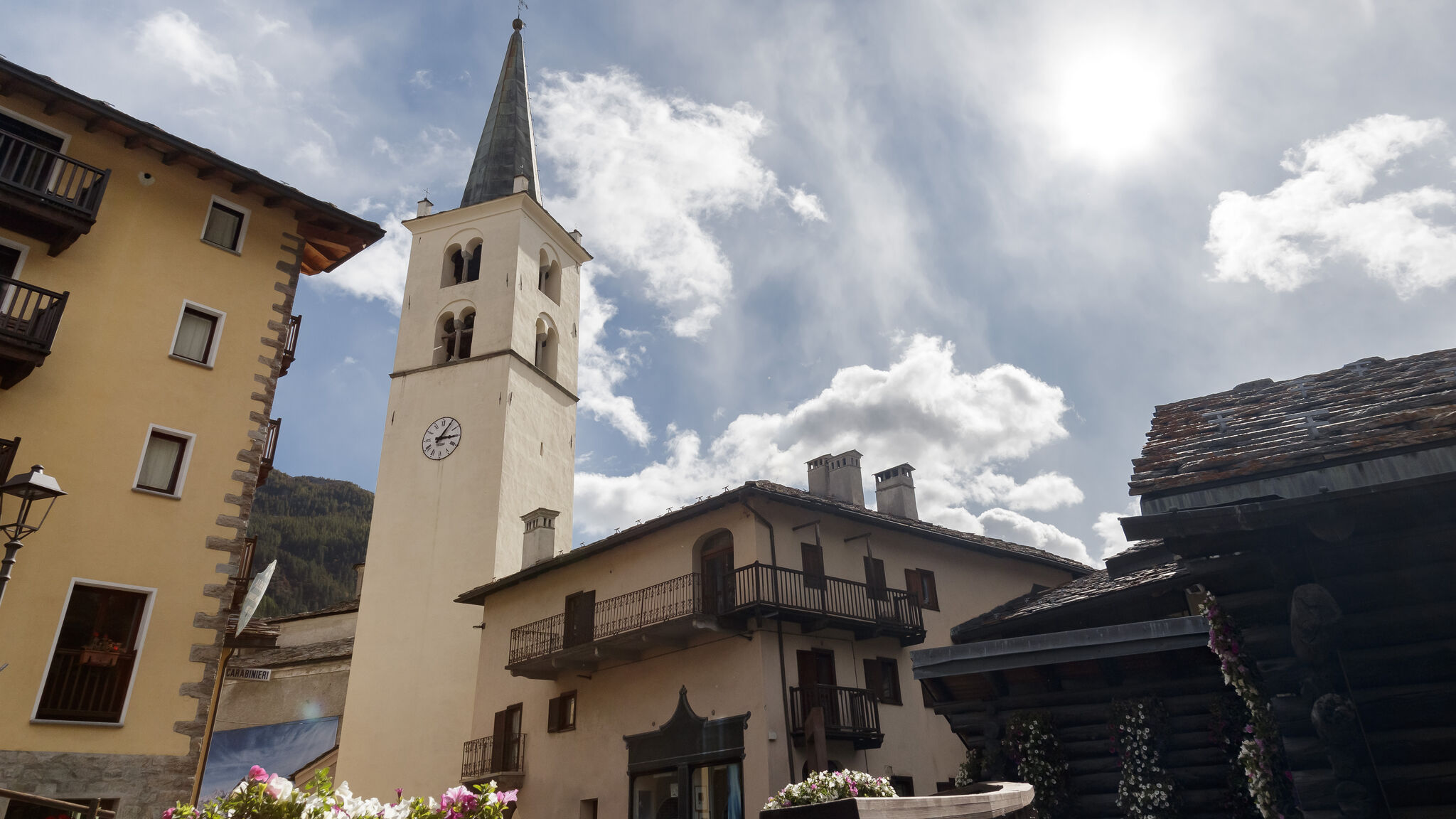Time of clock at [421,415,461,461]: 3:05
